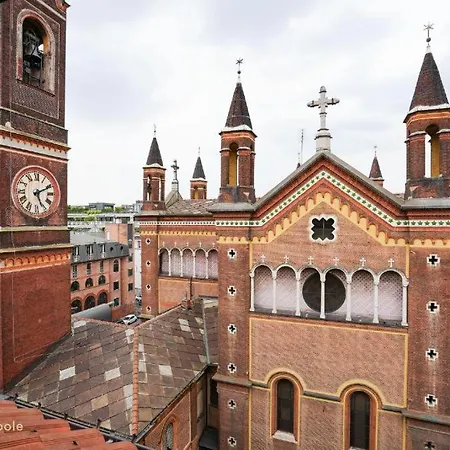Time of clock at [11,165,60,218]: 5:10
